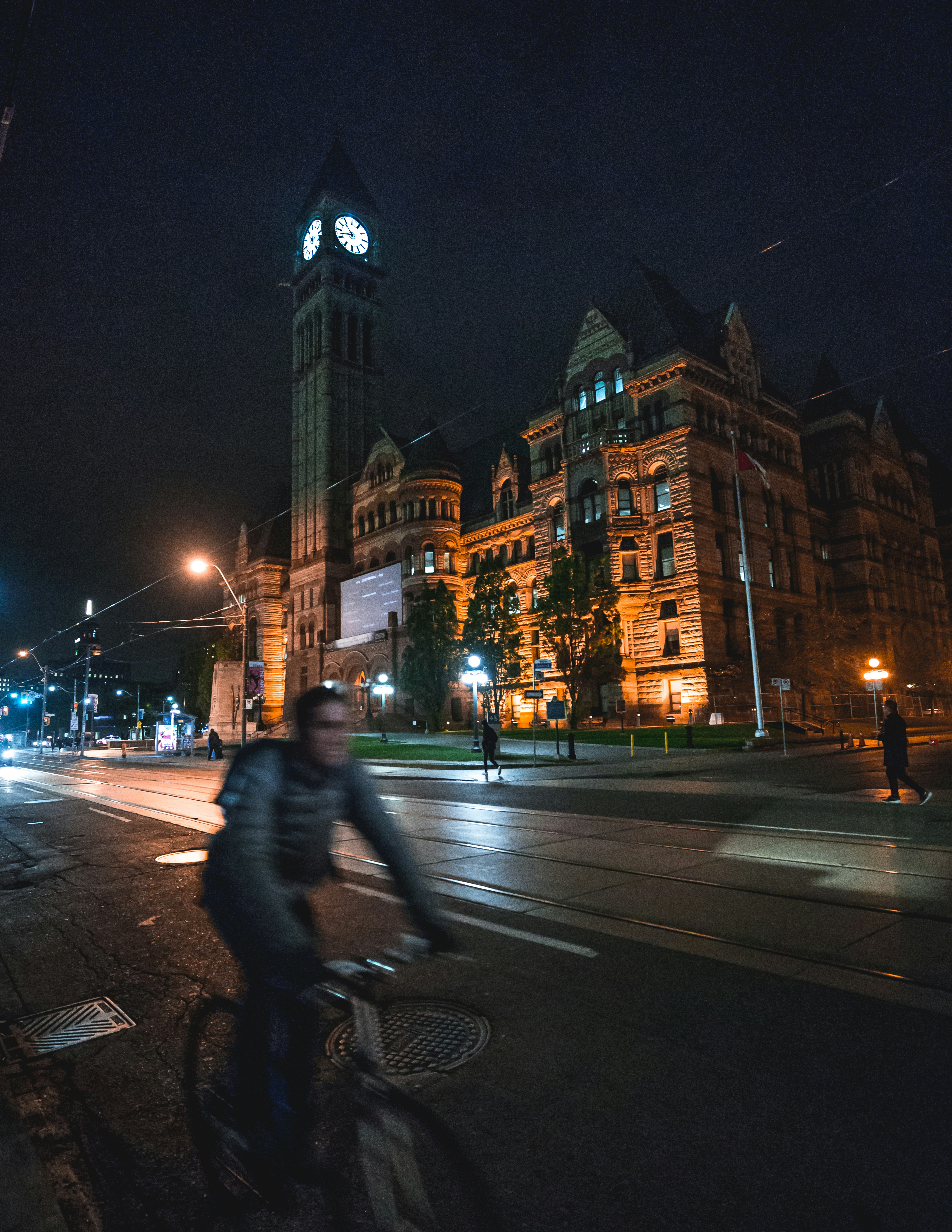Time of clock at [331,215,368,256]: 10:42
